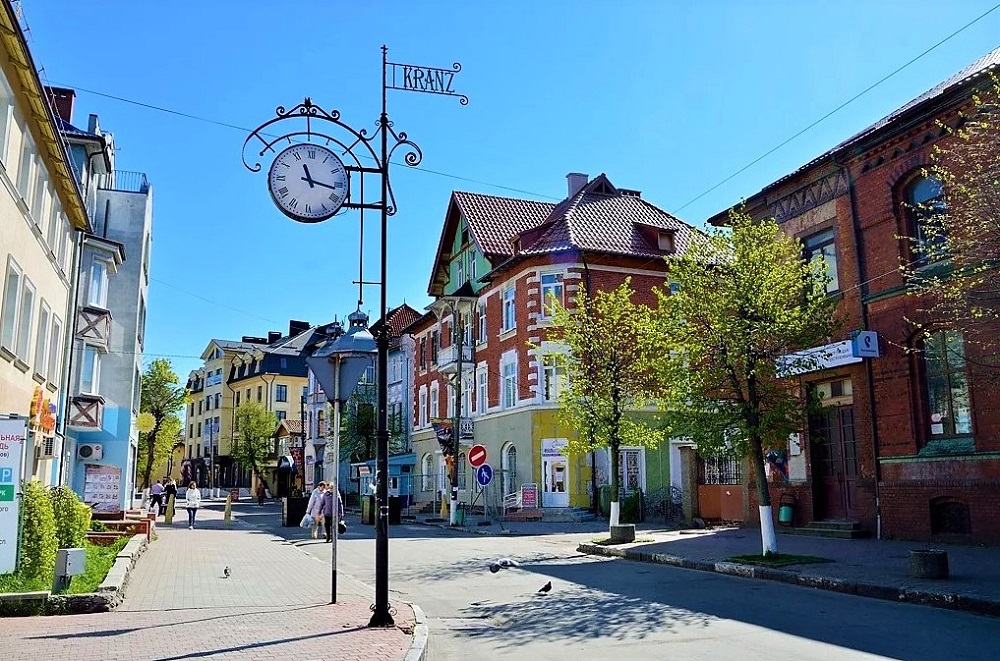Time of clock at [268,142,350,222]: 11:16
